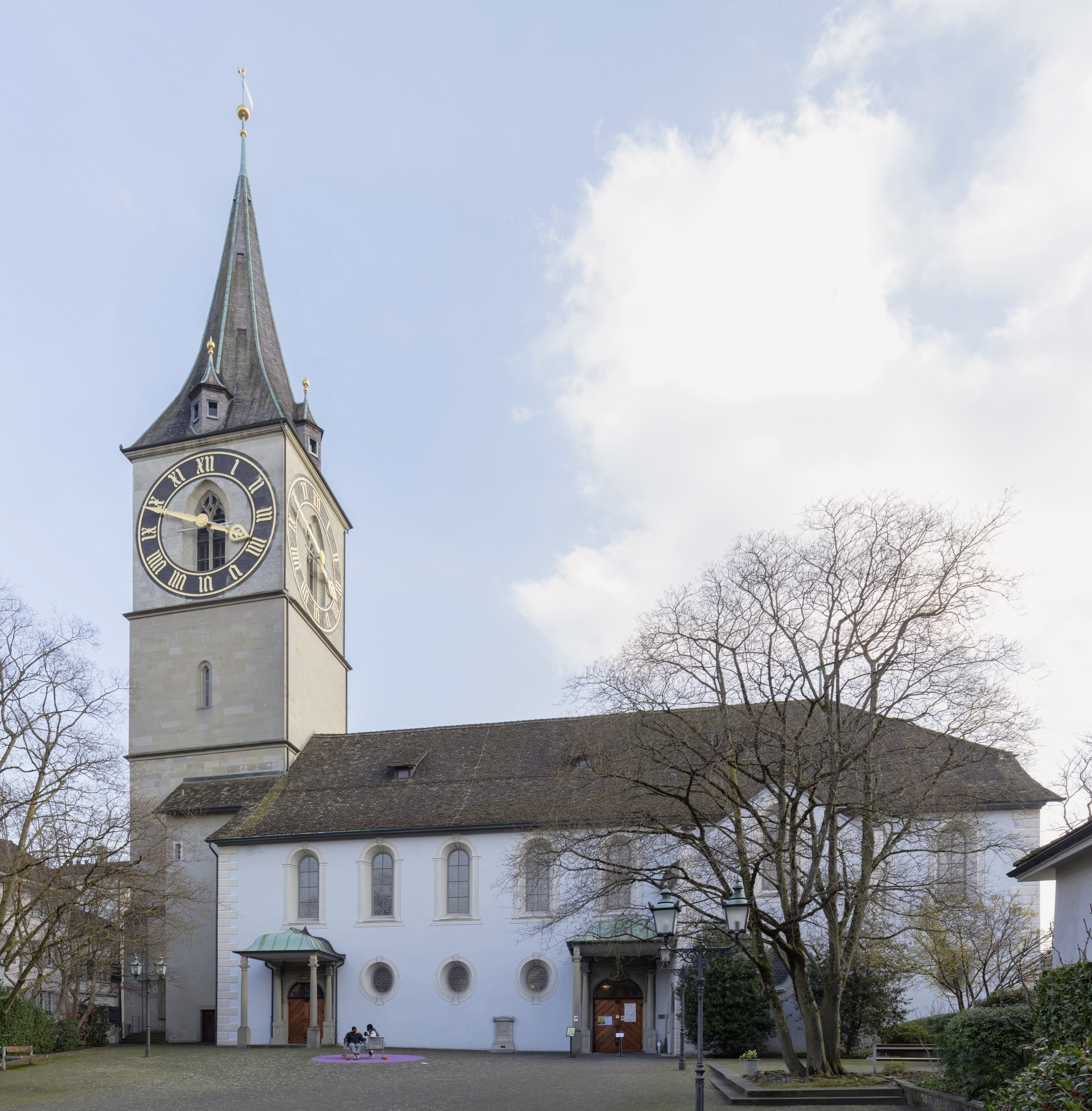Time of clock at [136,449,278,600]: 12:29
